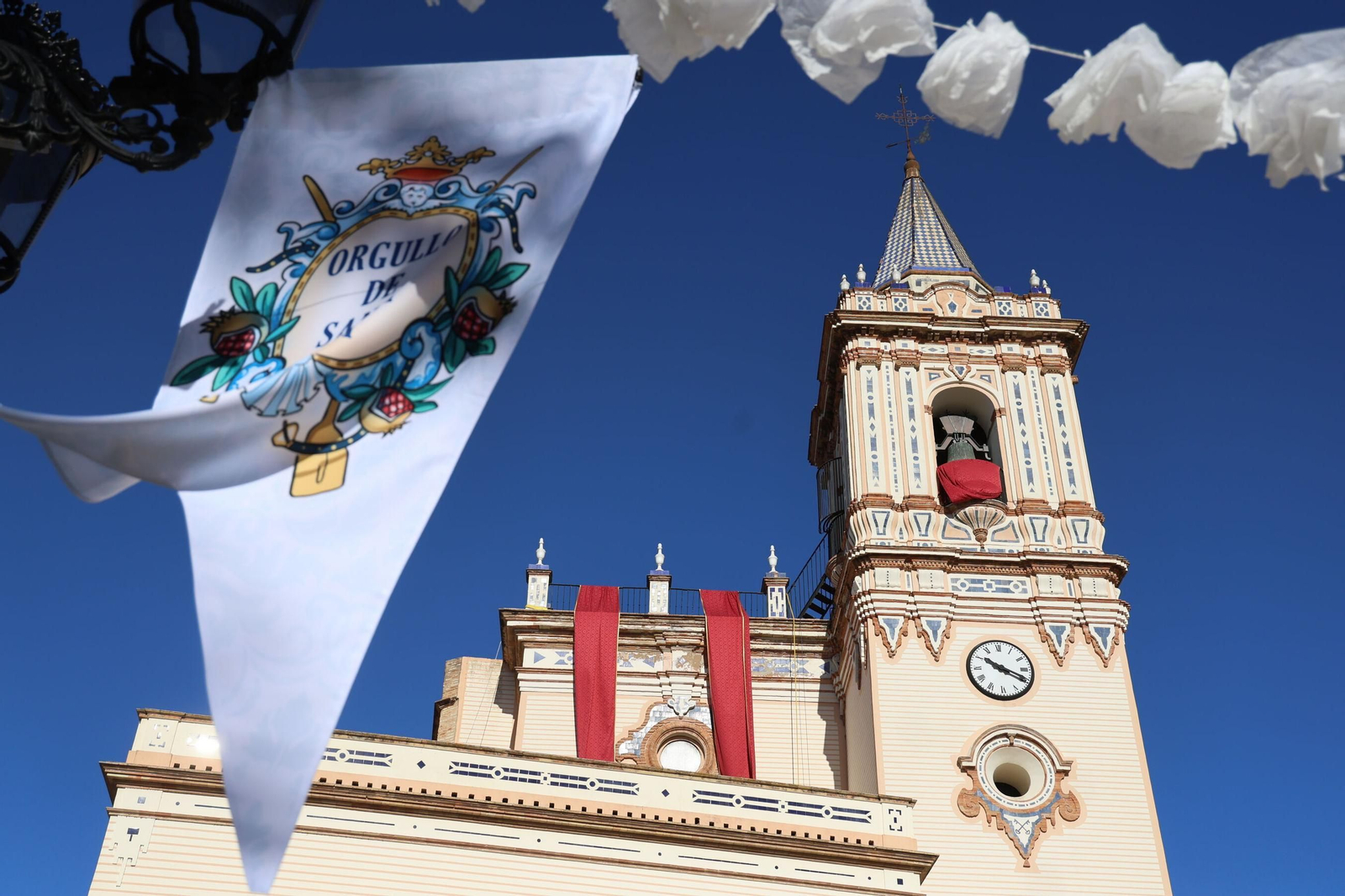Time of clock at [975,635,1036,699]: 10:19
